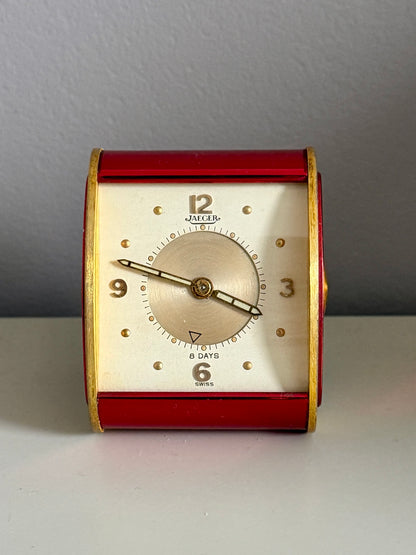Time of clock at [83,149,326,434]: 3:47
